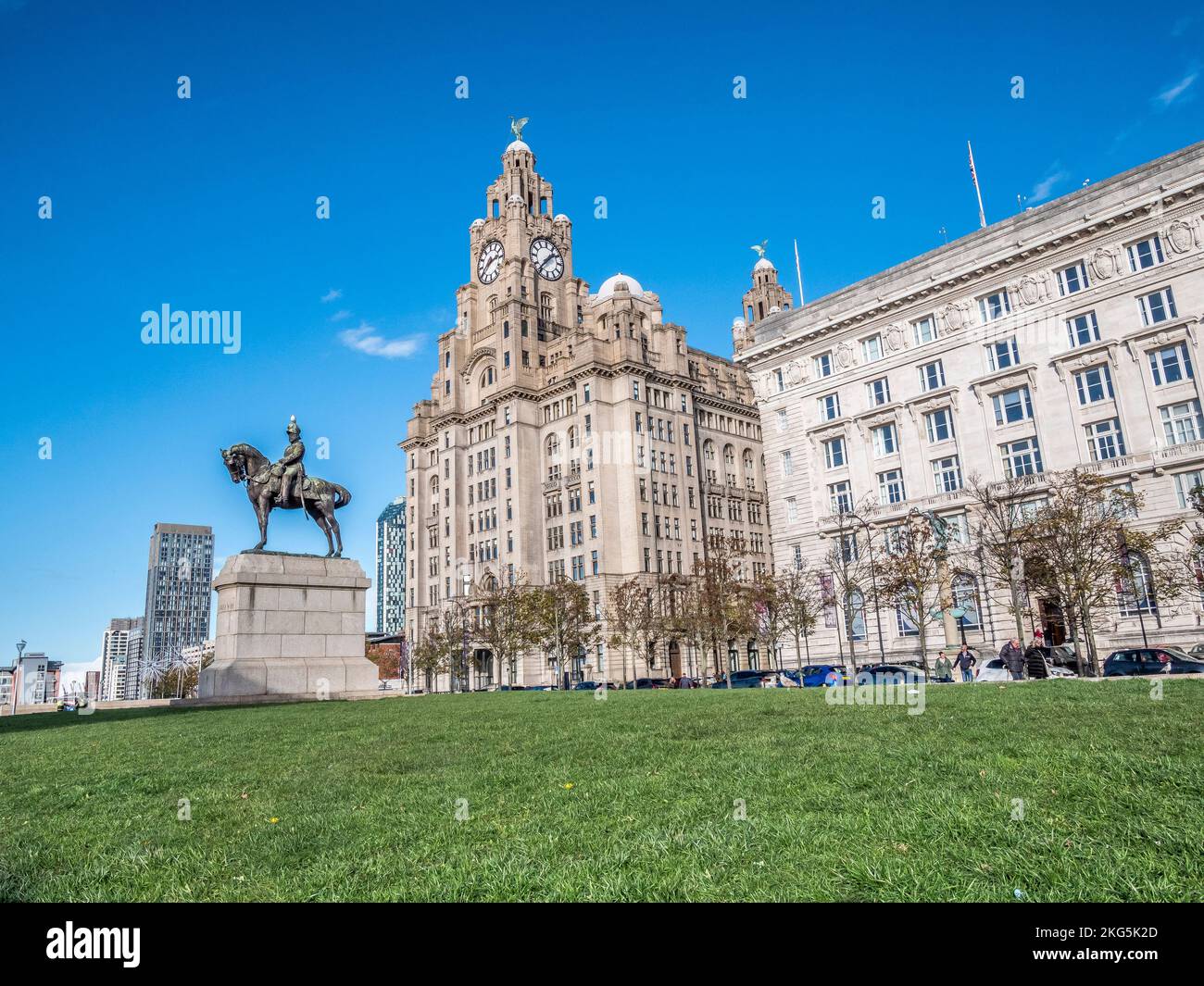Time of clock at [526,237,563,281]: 1:36
